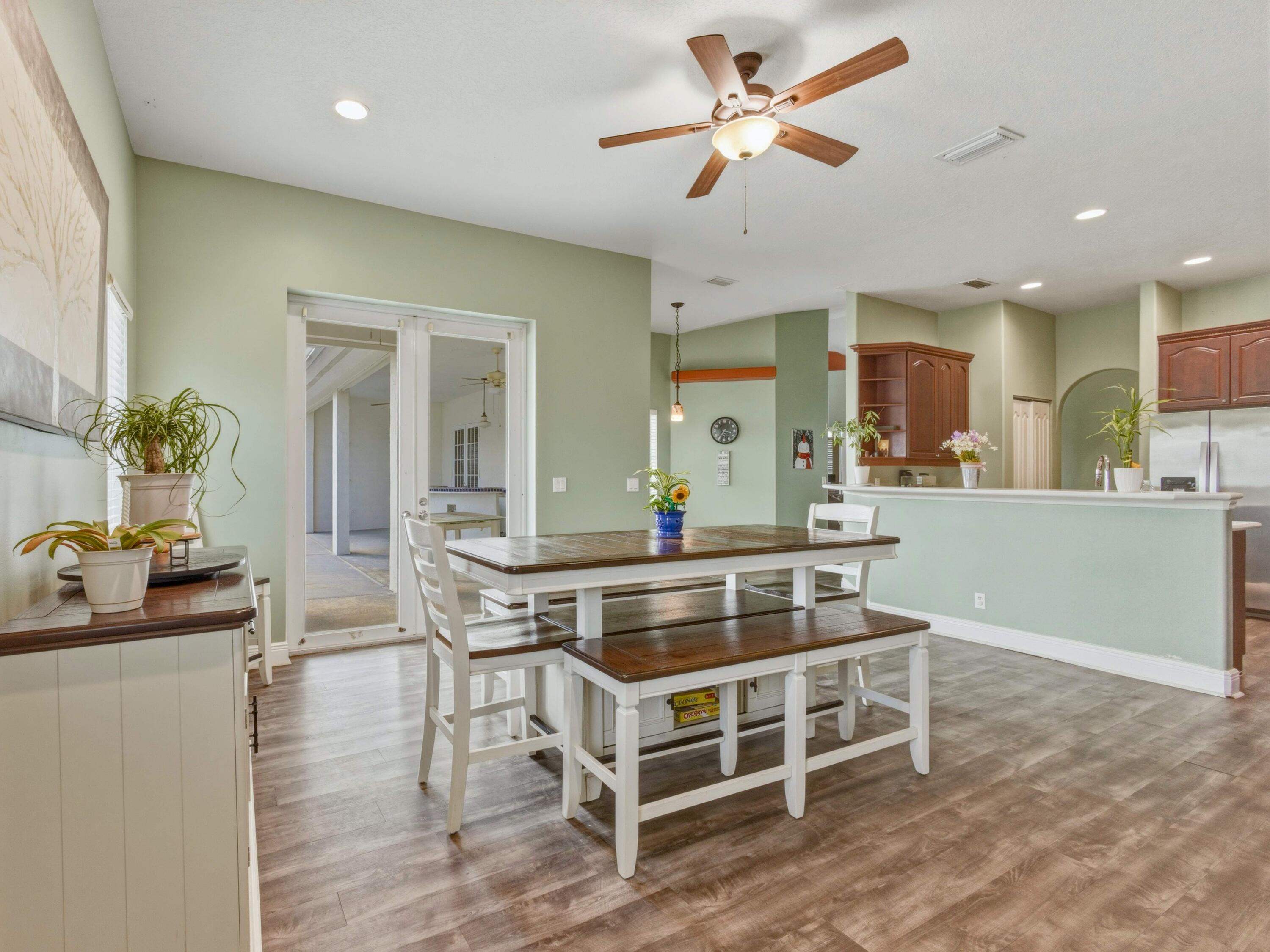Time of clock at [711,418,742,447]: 3:35
